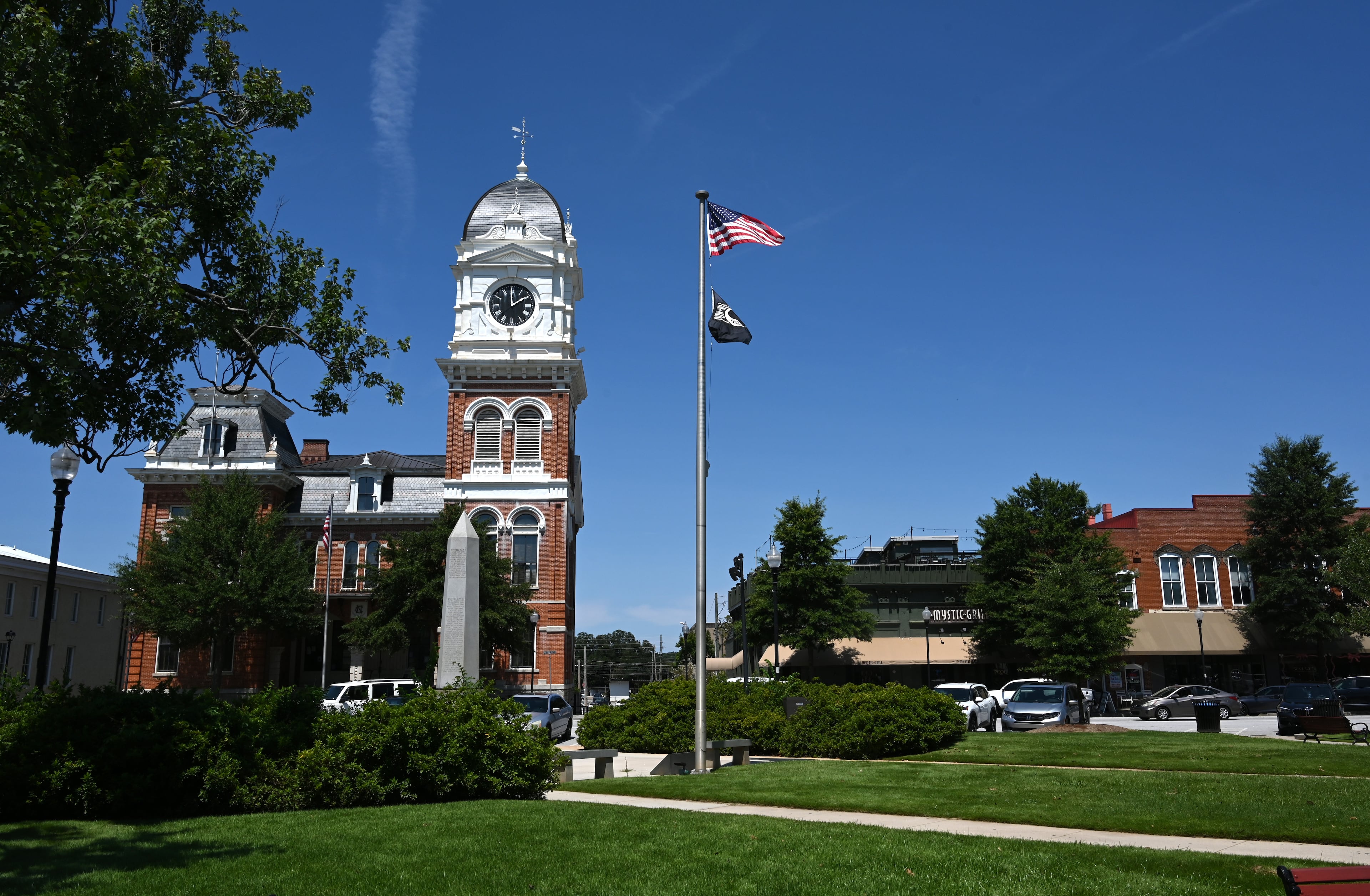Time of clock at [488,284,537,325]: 1:59
